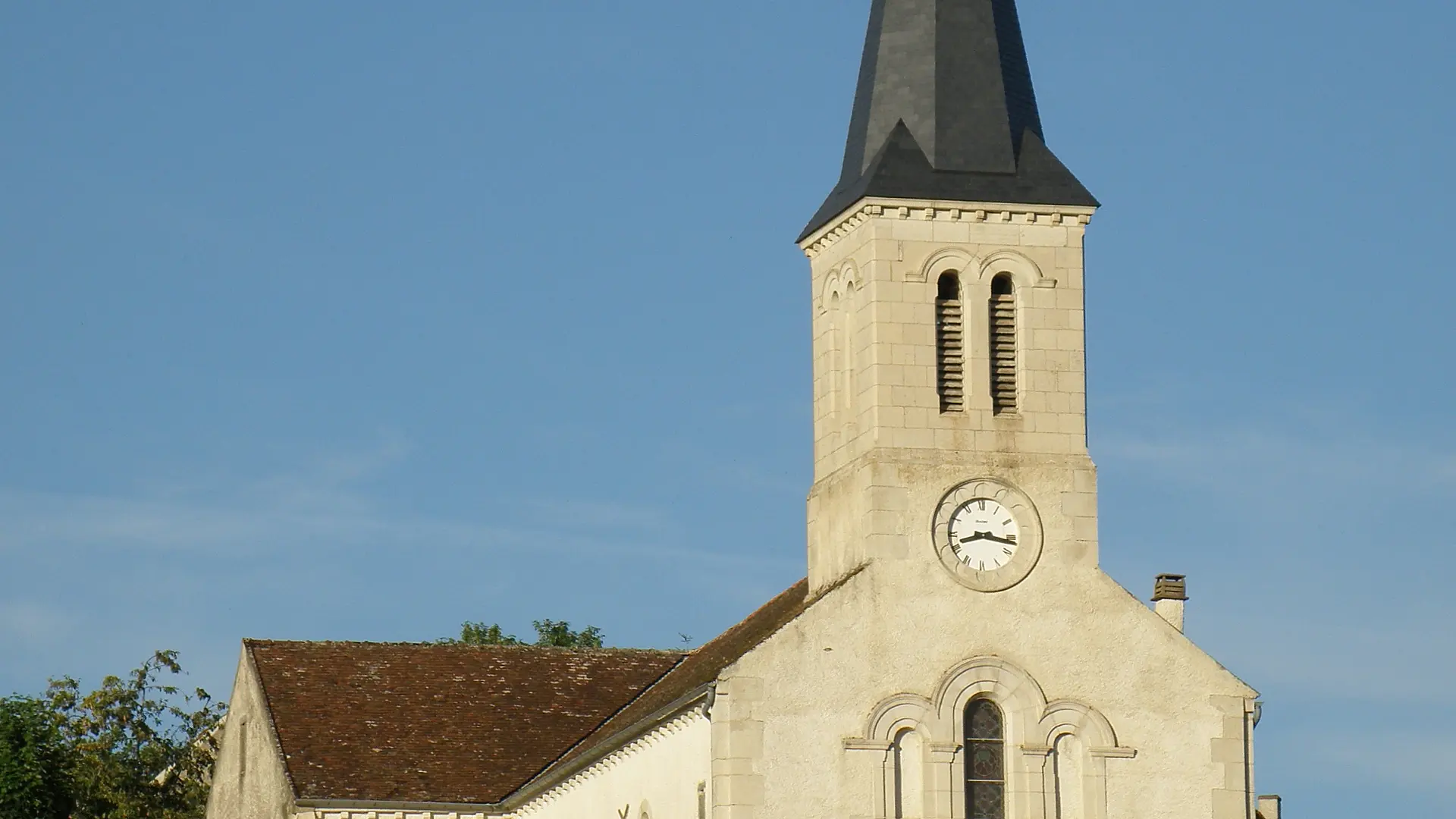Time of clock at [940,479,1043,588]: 8:16
